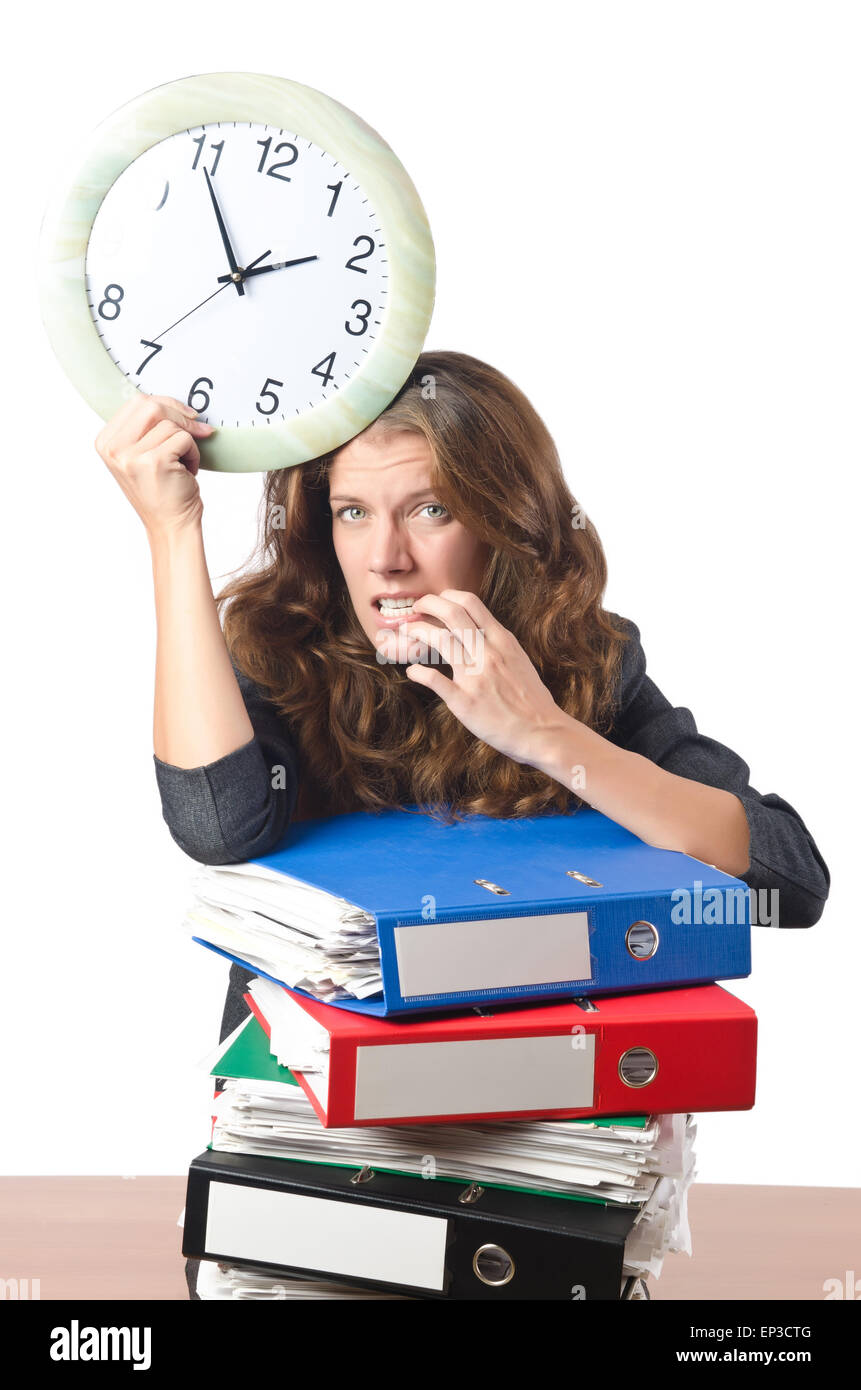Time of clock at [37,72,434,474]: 1:54
